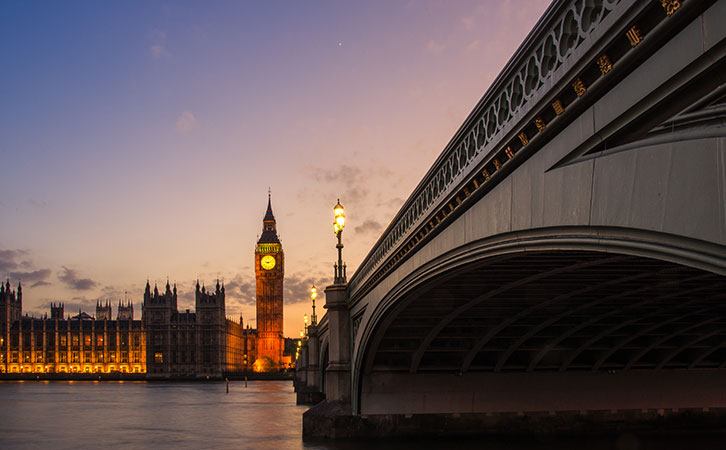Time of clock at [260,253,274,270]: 9:12
